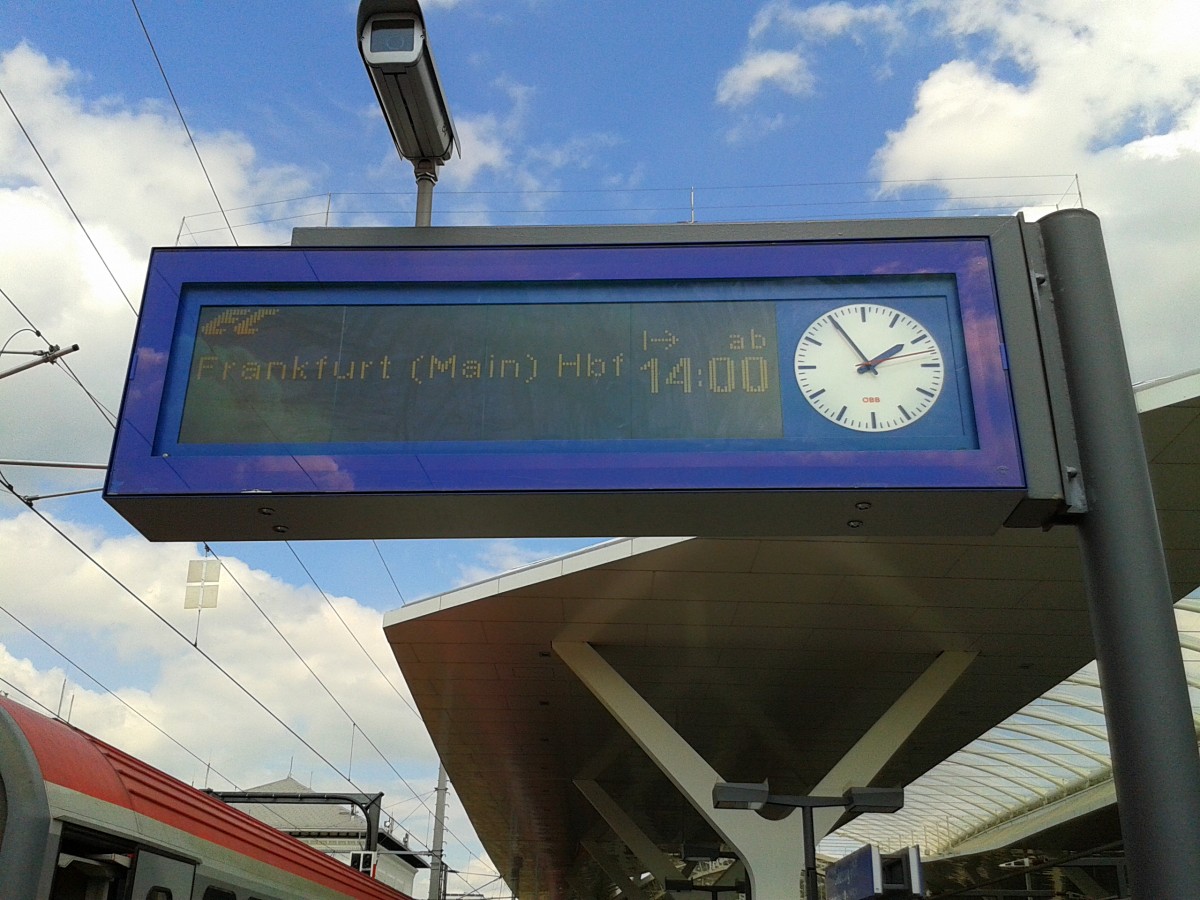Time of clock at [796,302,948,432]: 1:55
